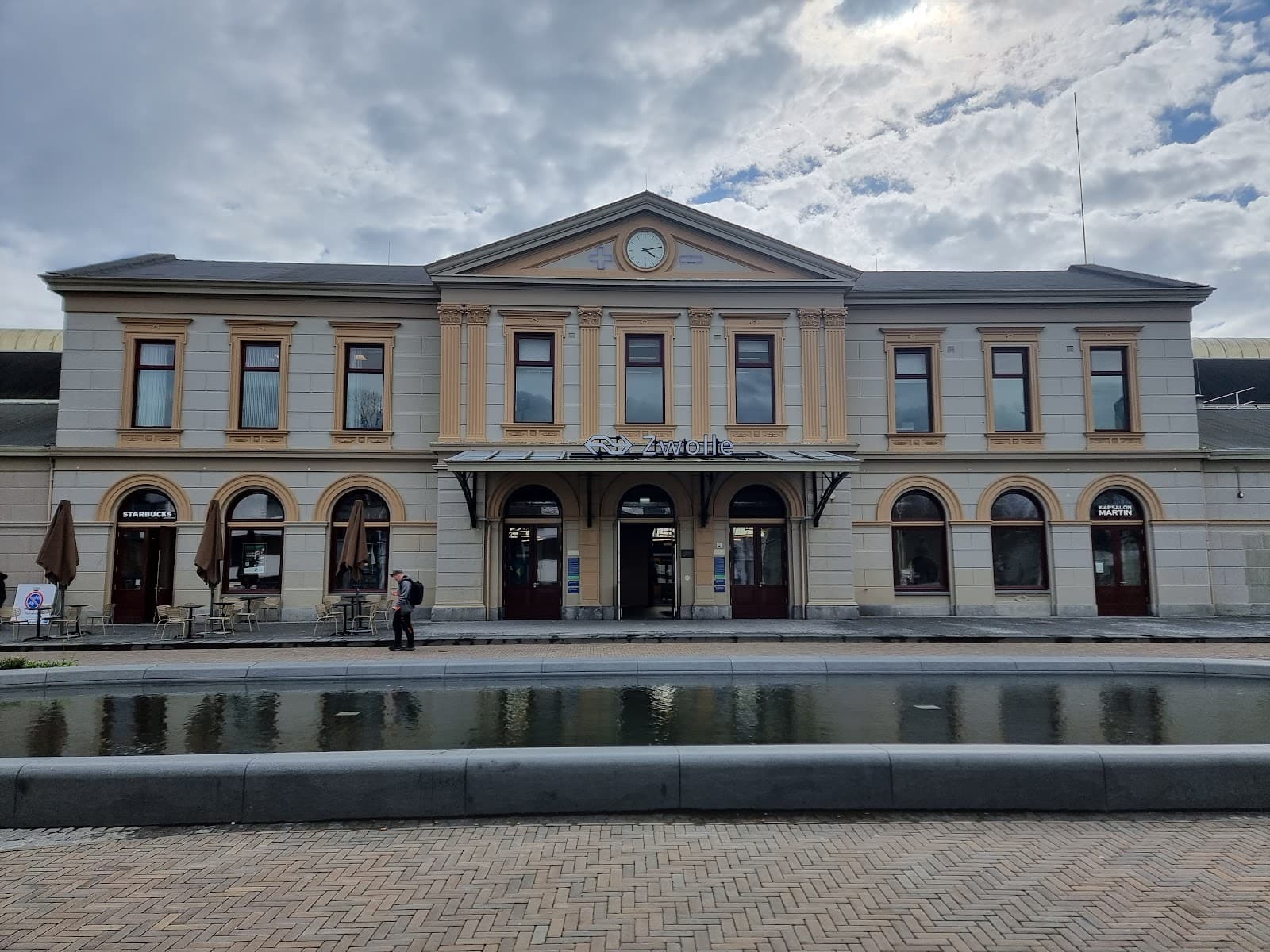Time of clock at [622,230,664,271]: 4:13
